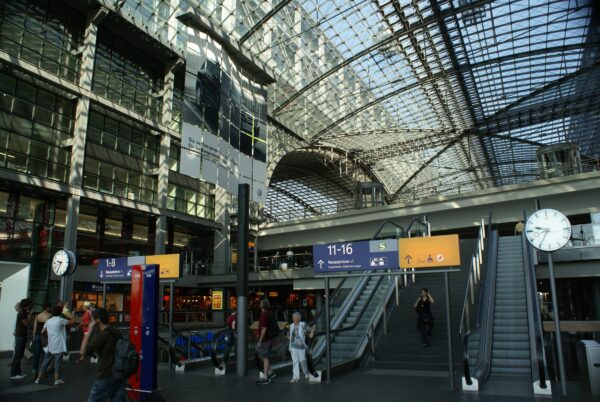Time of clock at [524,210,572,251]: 9:35
